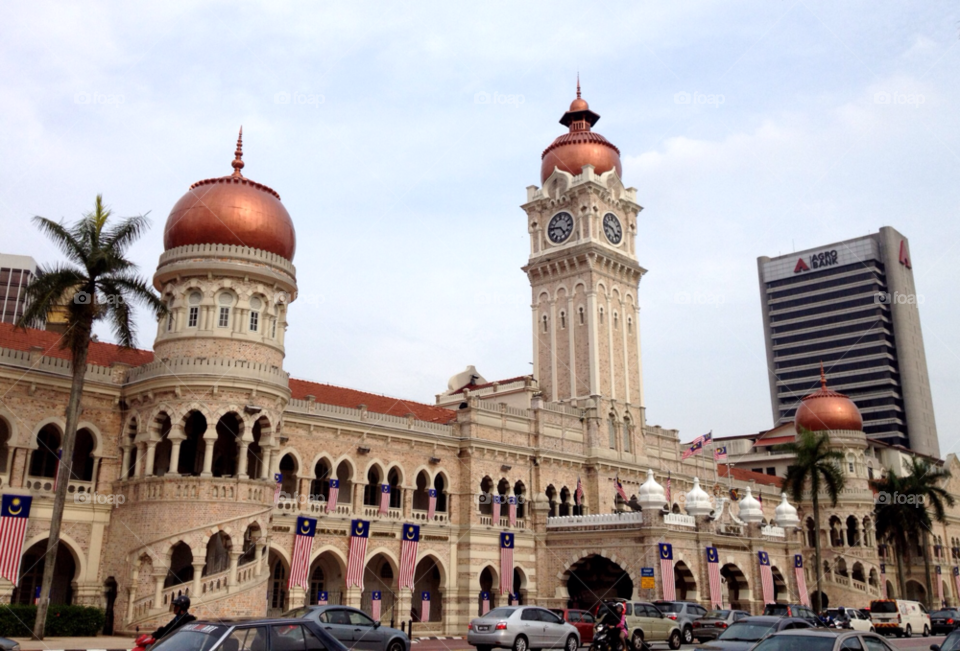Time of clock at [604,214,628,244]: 4:46
